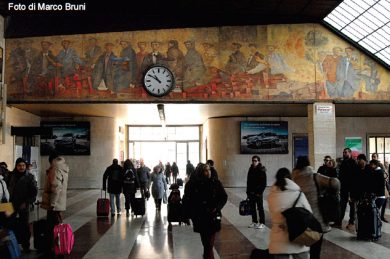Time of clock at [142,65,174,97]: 10:50
